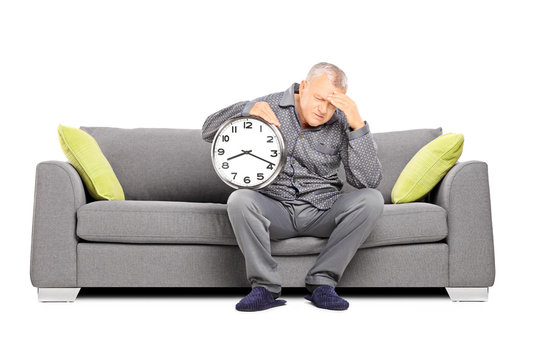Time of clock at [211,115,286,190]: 8:18
